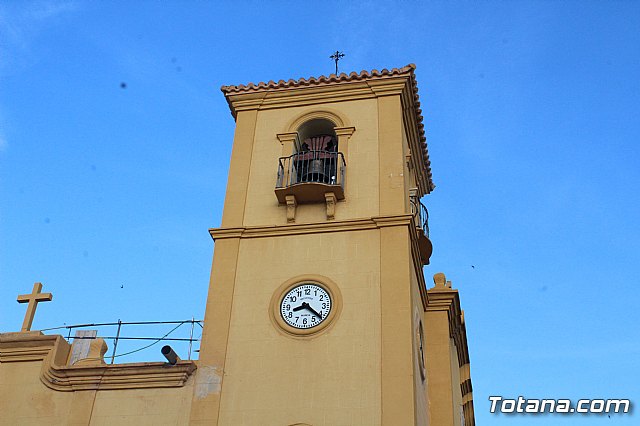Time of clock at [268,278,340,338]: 8:21
